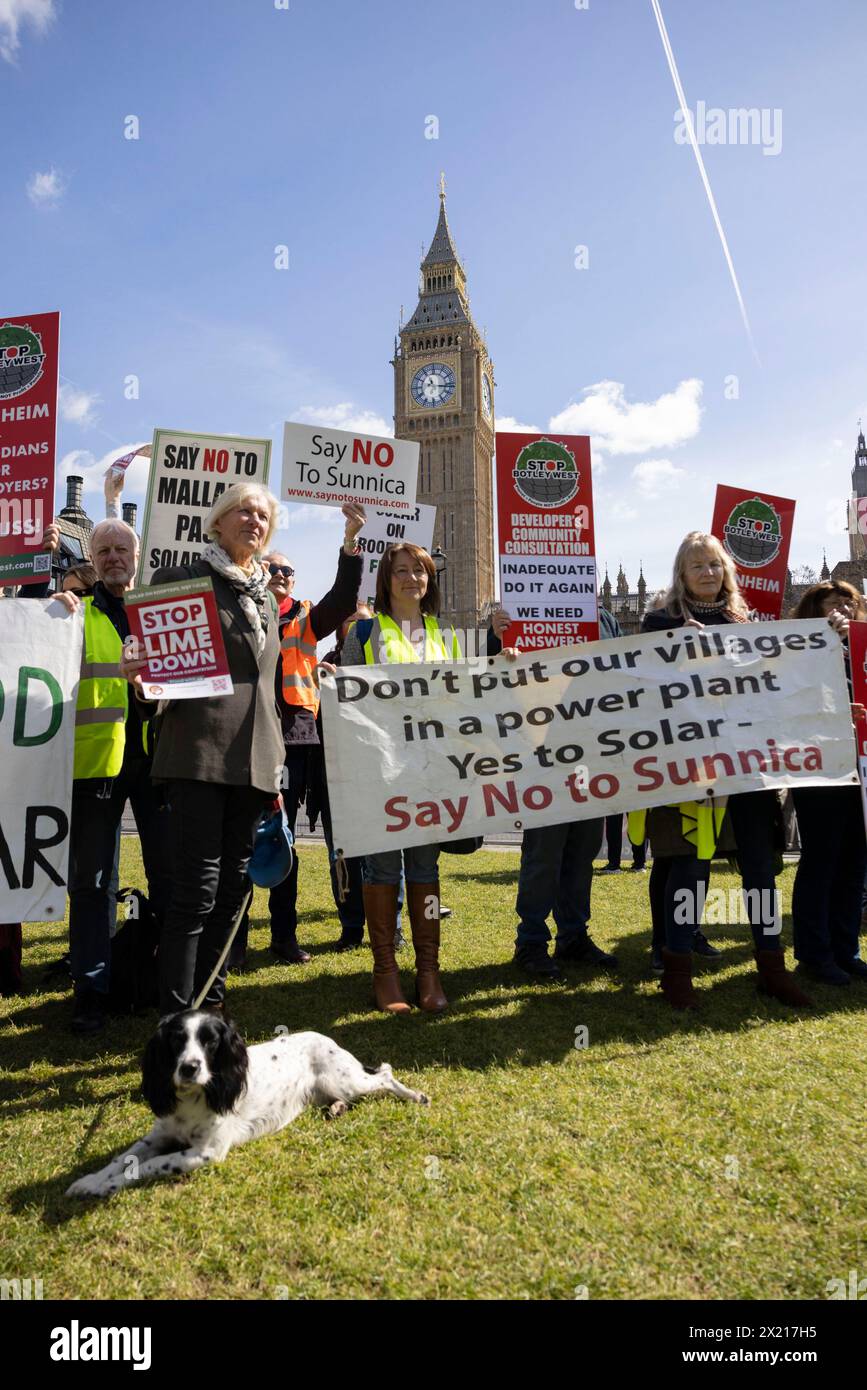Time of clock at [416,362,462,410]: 11:16
